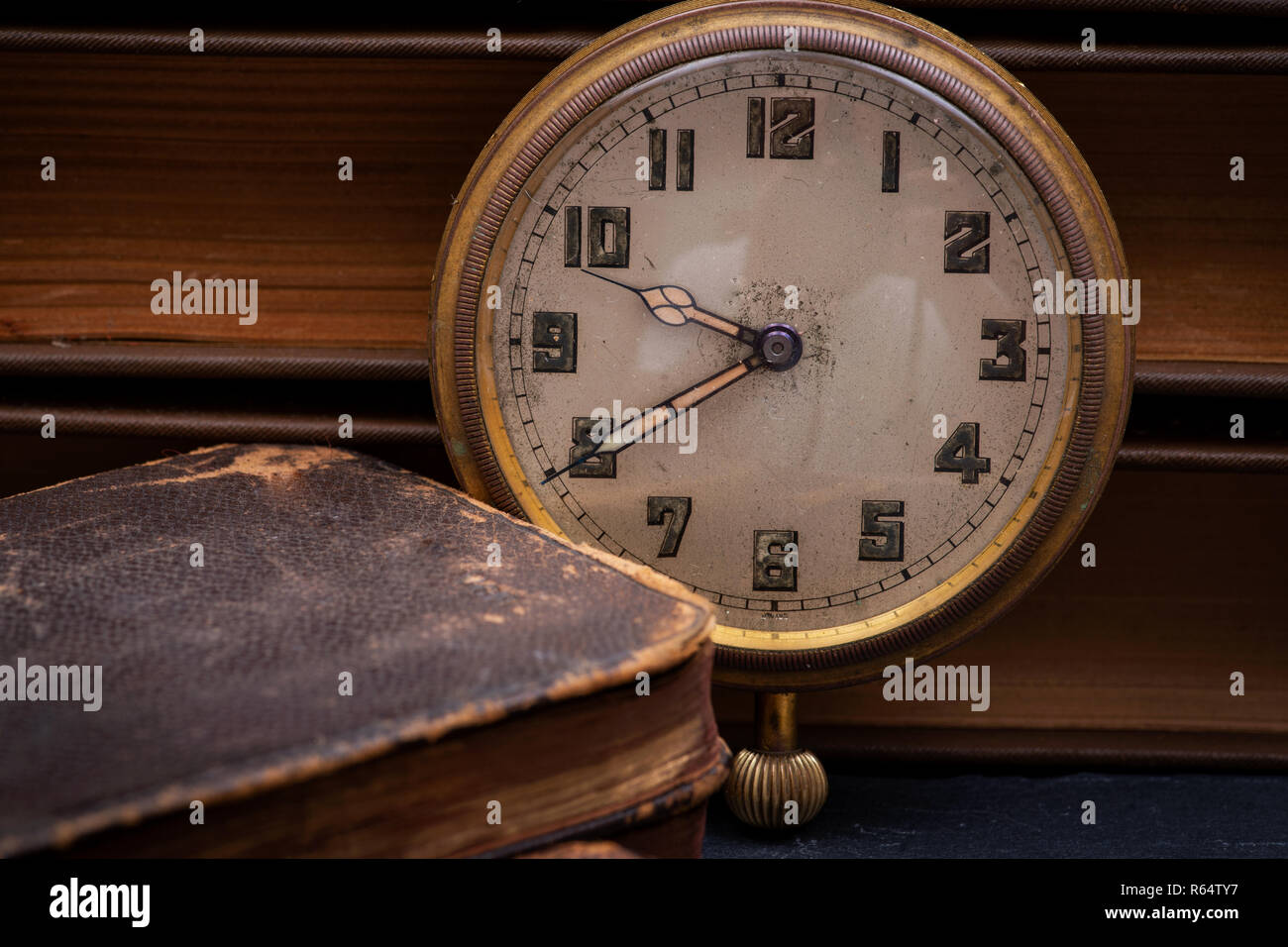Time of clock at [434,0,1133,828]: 9:40
